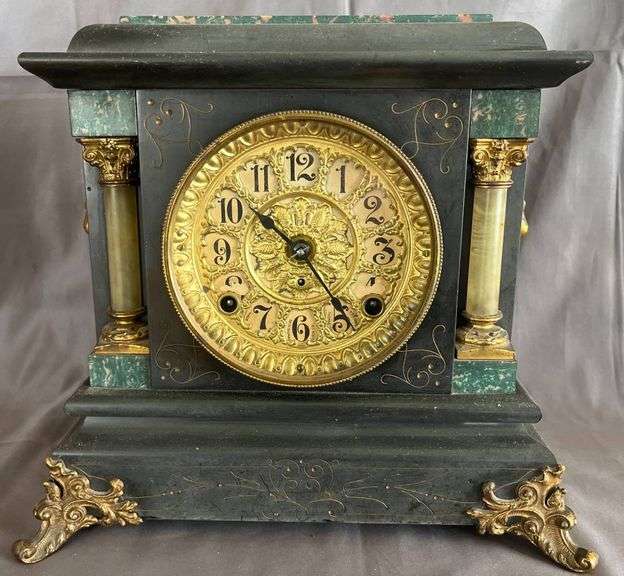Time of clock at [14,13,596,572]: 10:23
